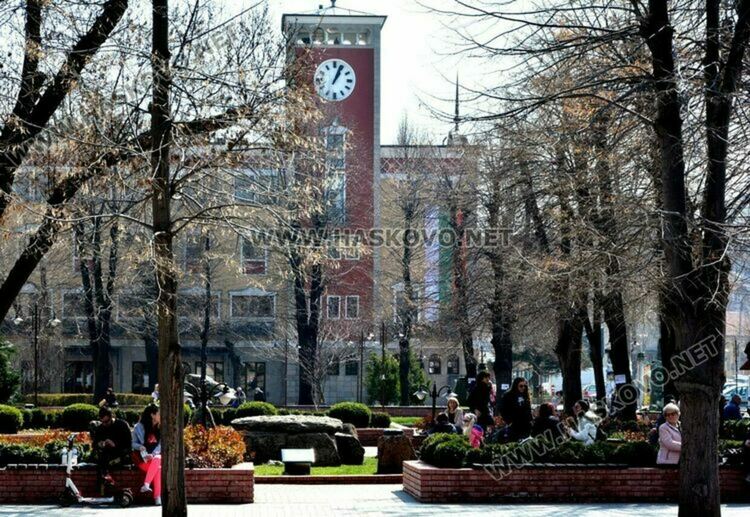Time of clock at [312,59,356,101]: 1:03
